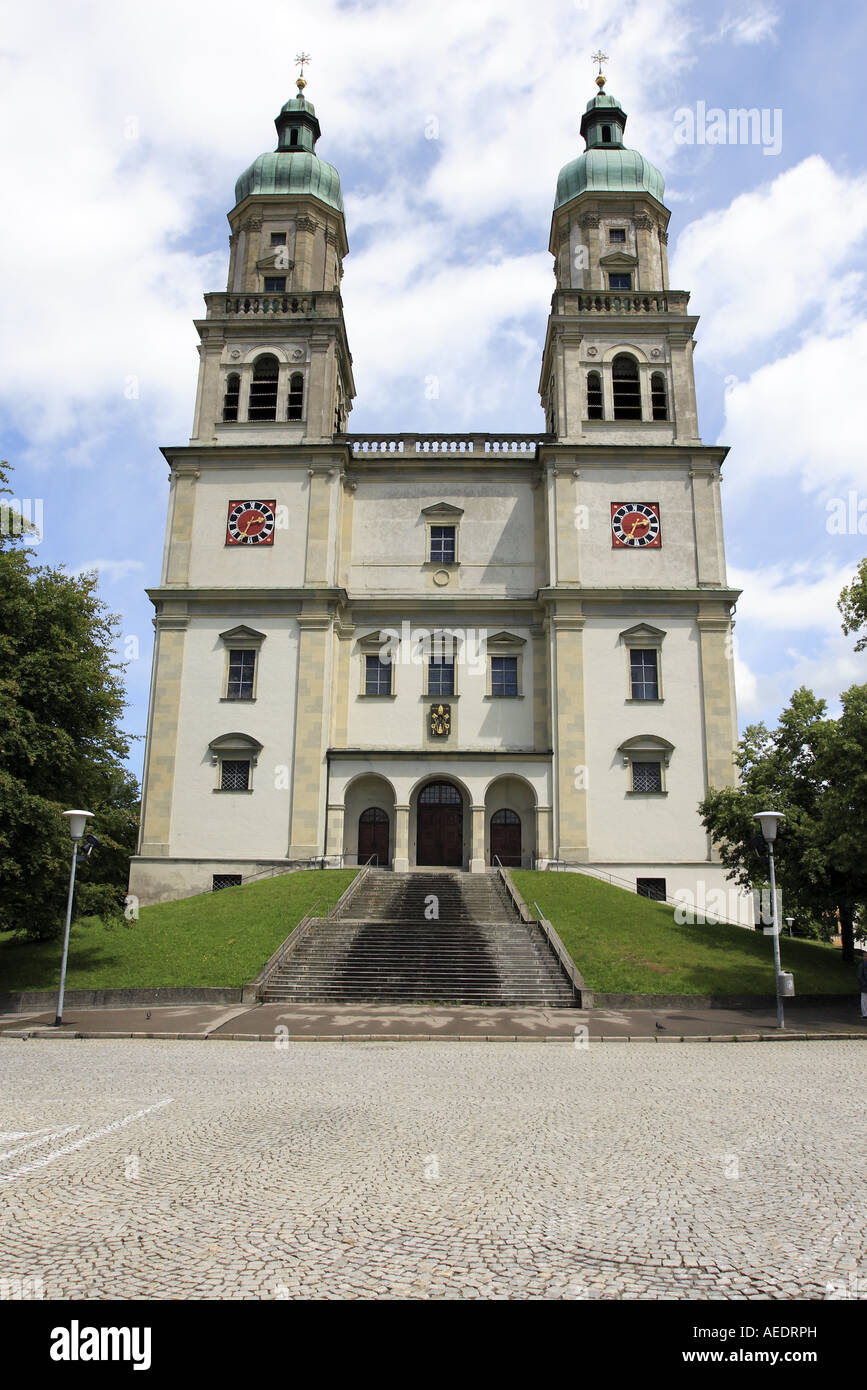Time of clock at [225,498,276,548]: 2:34
